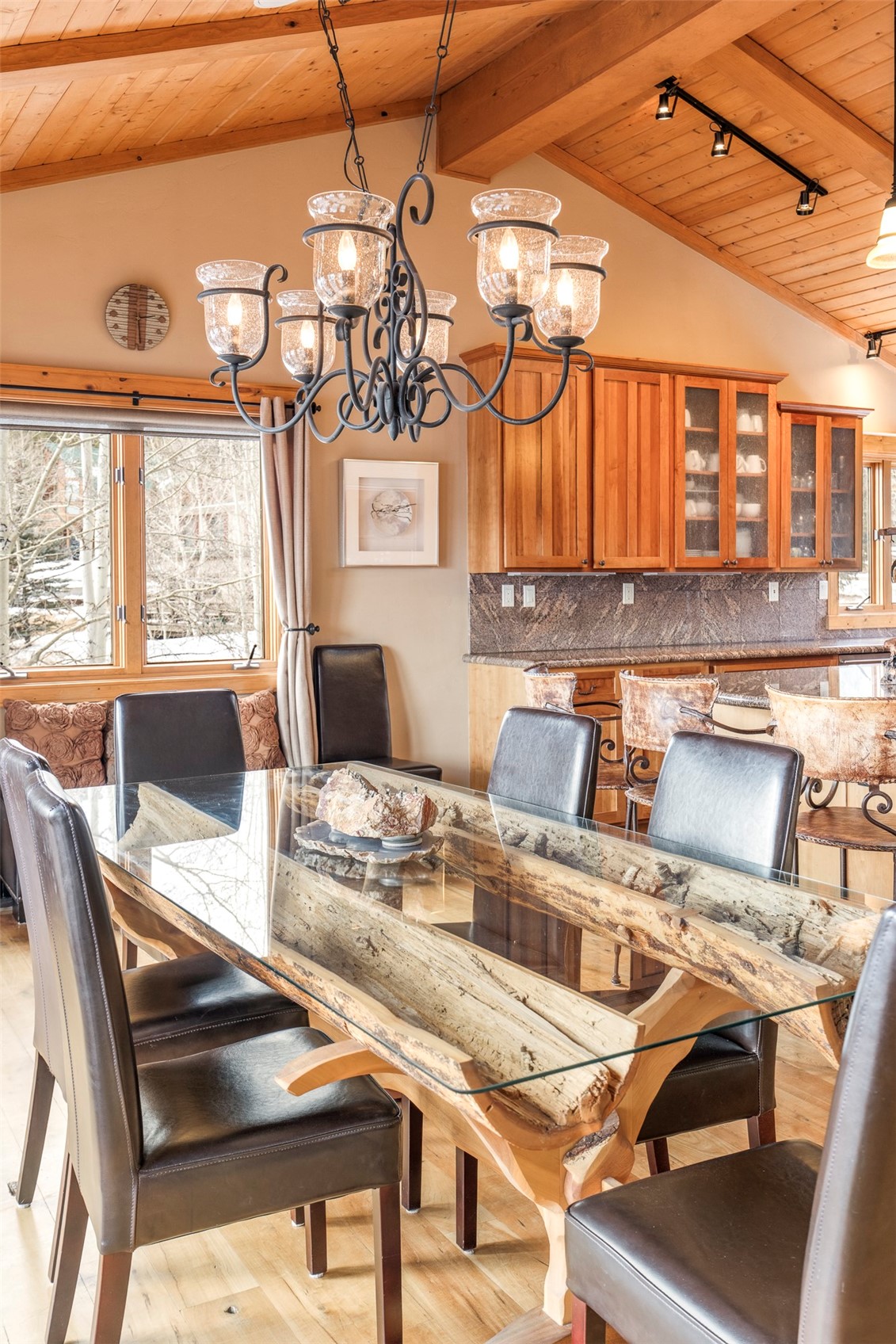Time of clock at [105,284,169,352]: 2:29
